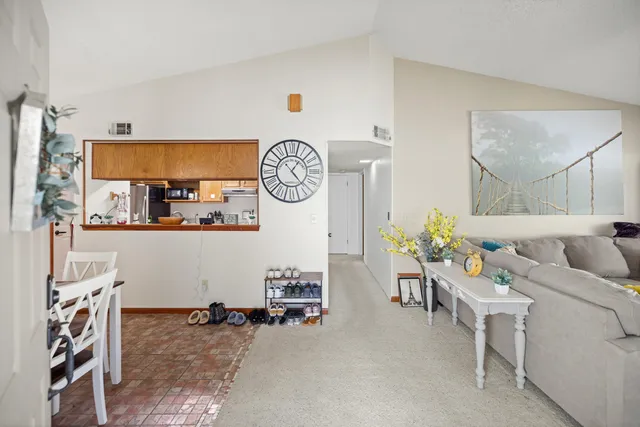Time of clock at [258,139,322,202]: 1:23
